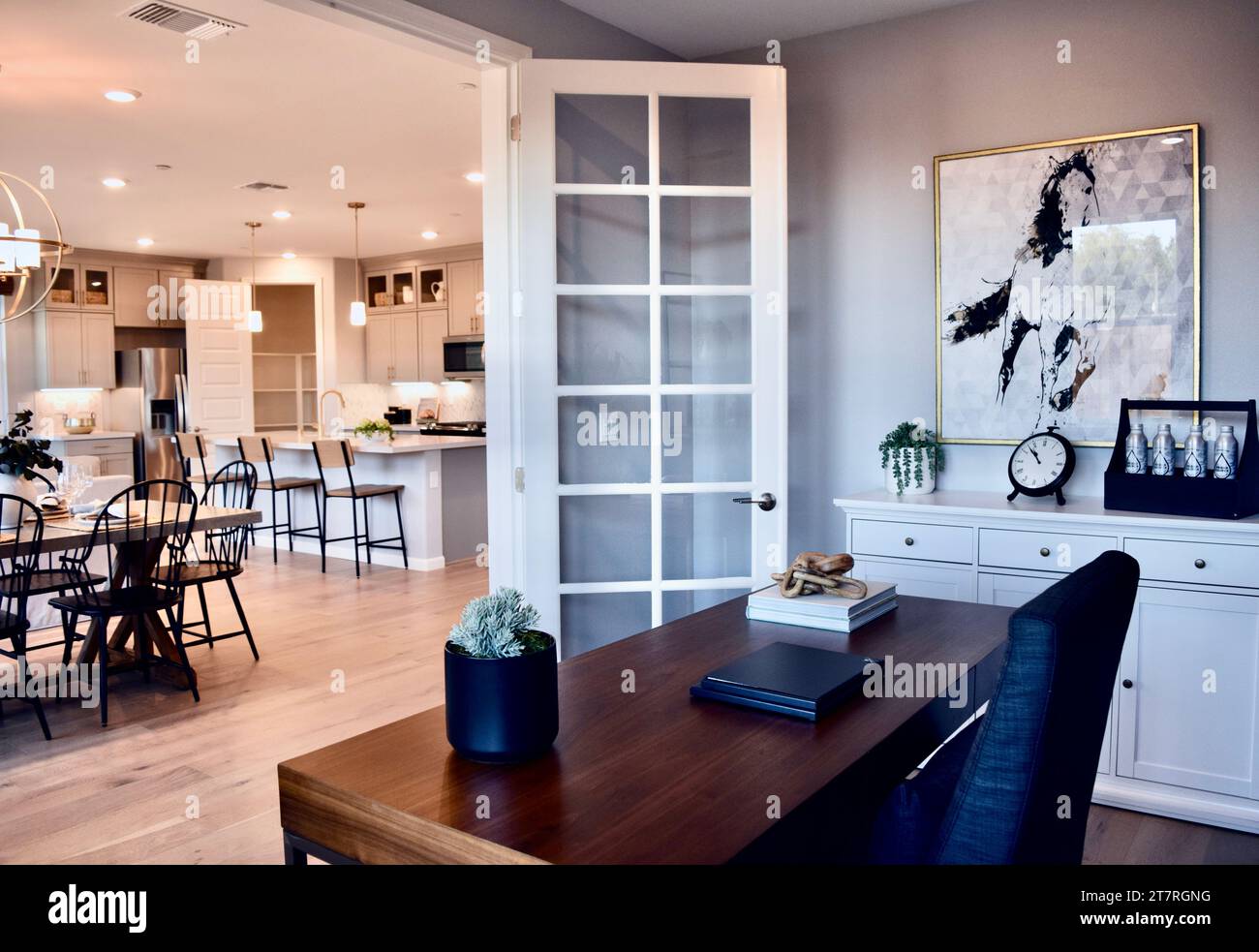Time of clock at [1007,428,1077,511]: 10:52
